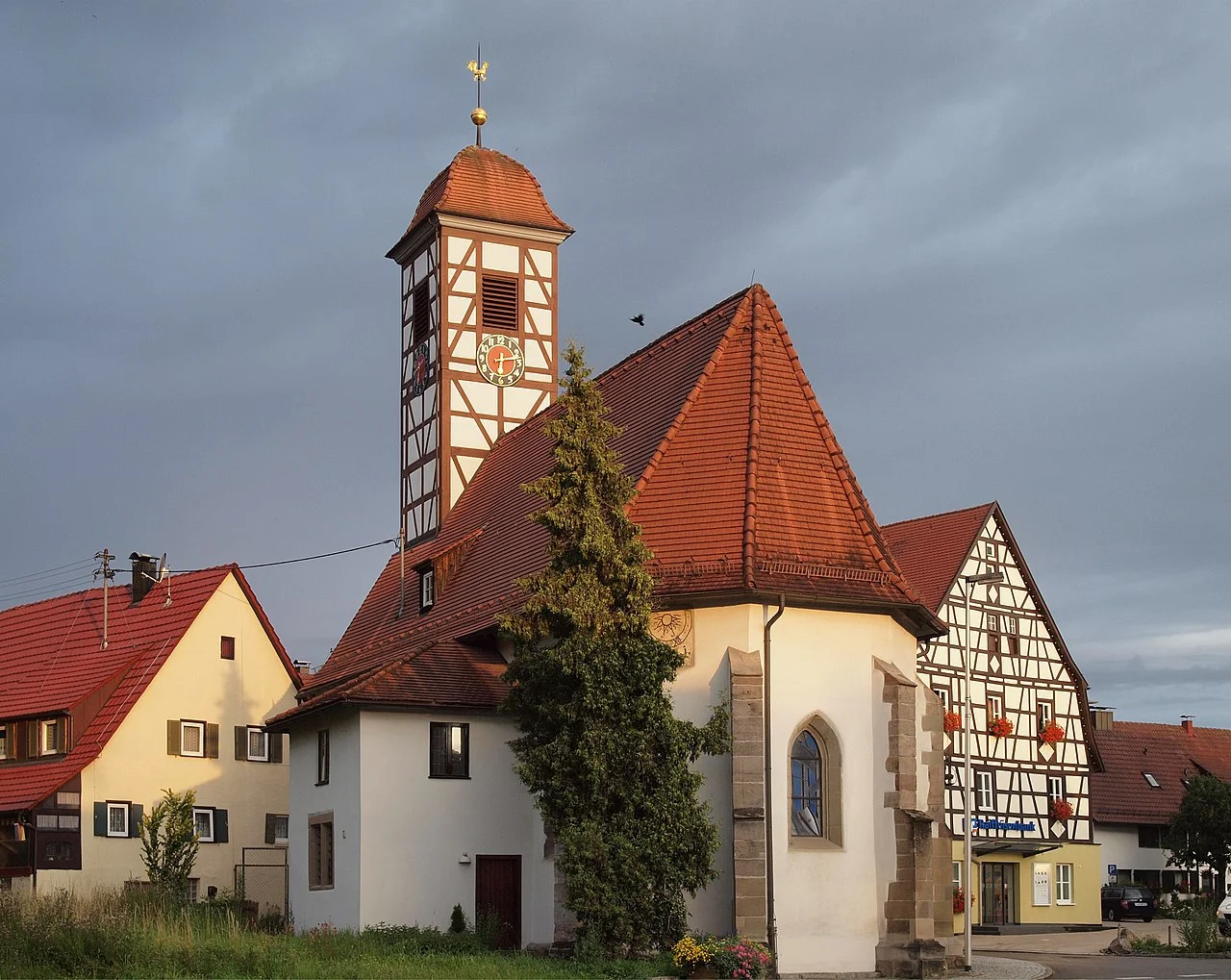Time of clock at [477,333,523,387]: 6:13
